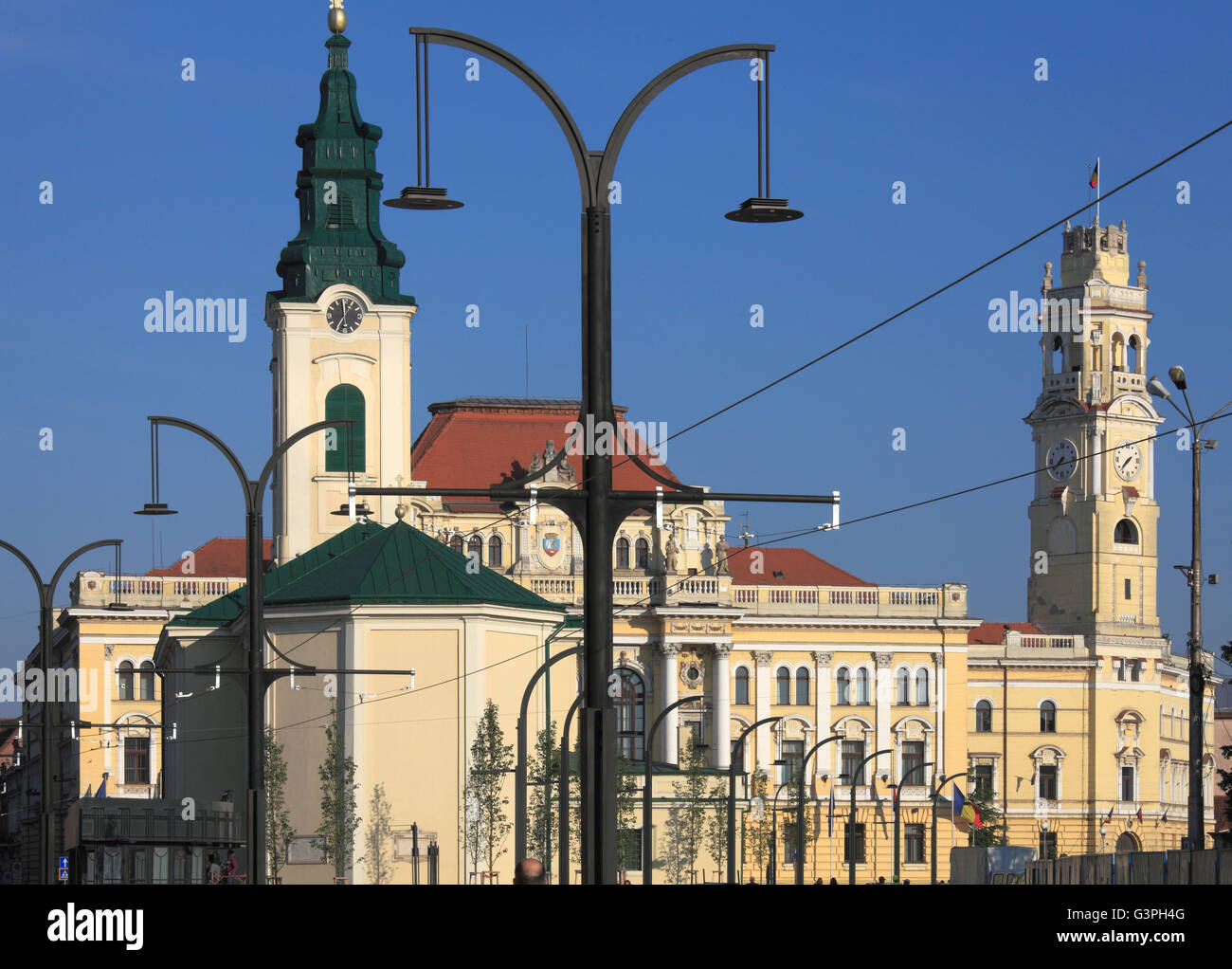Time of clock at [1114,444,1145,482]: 7:37
